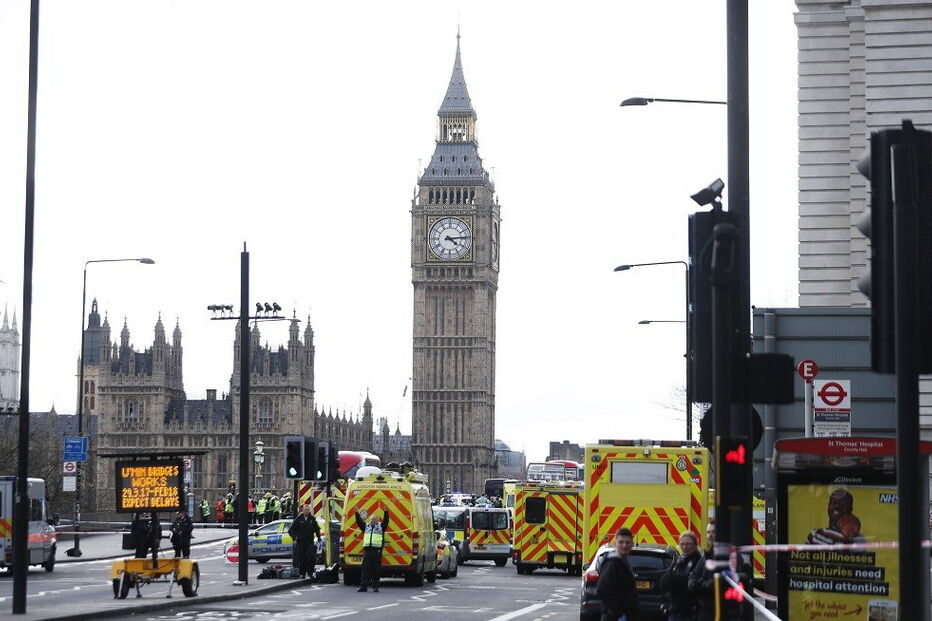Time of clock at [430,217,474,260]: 4:14
